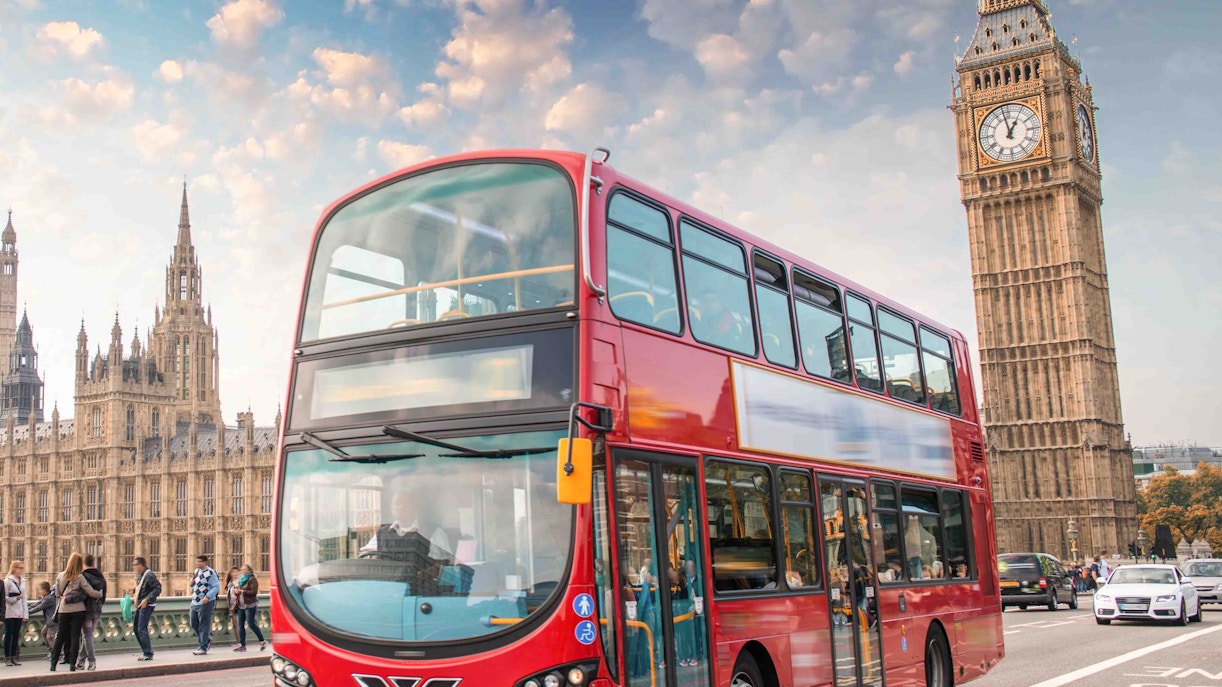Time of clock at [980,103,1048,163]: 12:58
